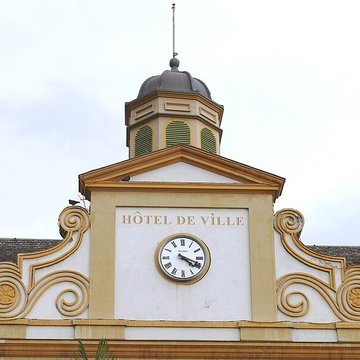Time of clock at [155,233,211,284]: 4:18
